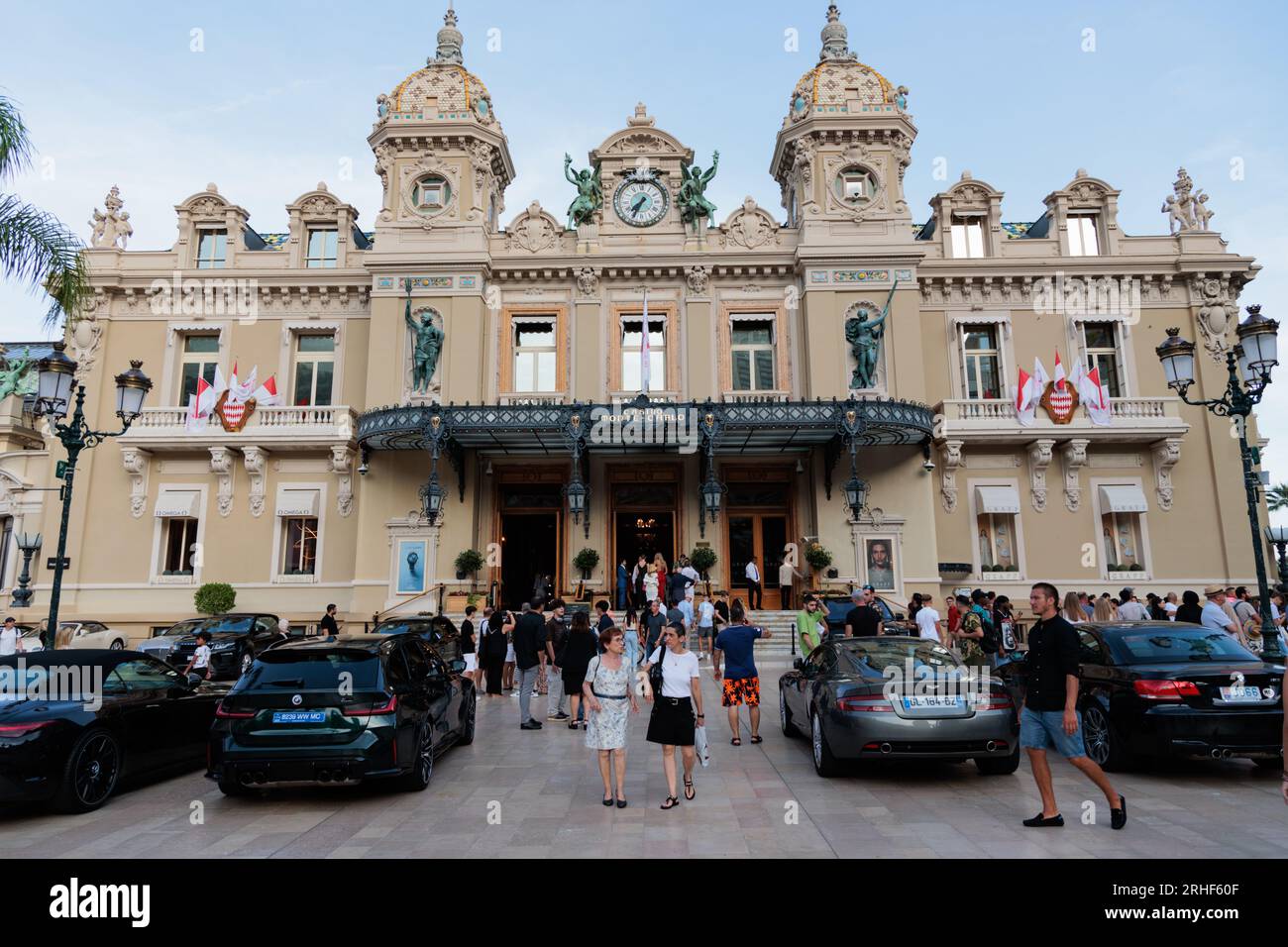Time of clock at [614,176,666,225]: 7:34
